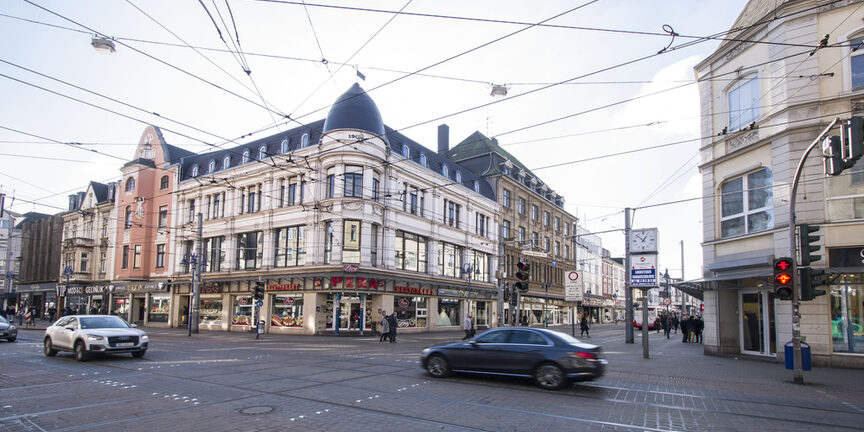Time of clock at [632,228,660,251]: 12:52
